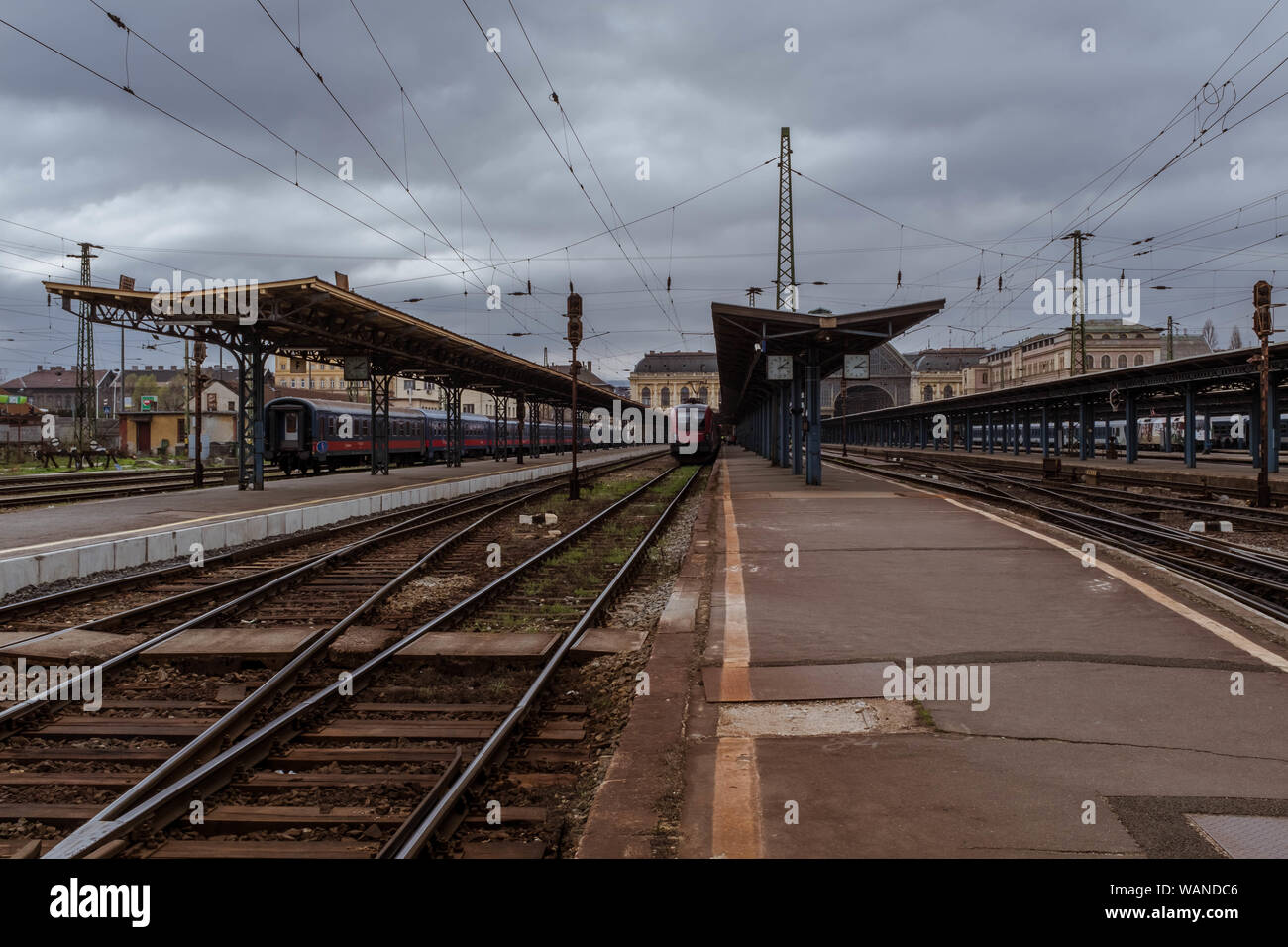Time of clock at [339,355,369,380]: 3:09
